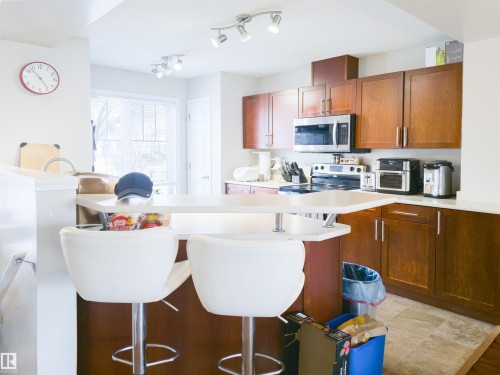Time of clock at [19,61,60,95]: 4:52
